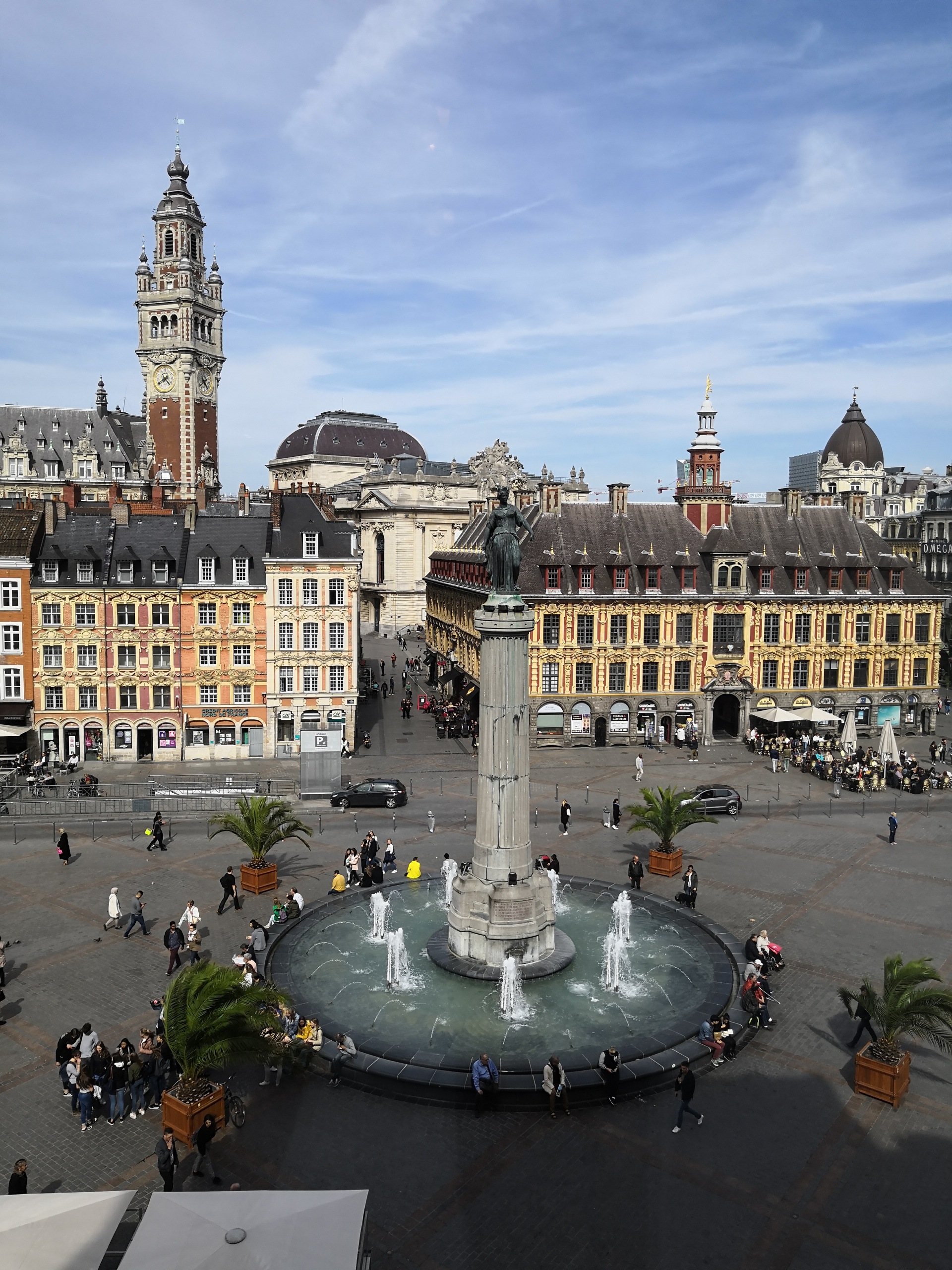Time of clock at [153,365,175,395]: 4:39
